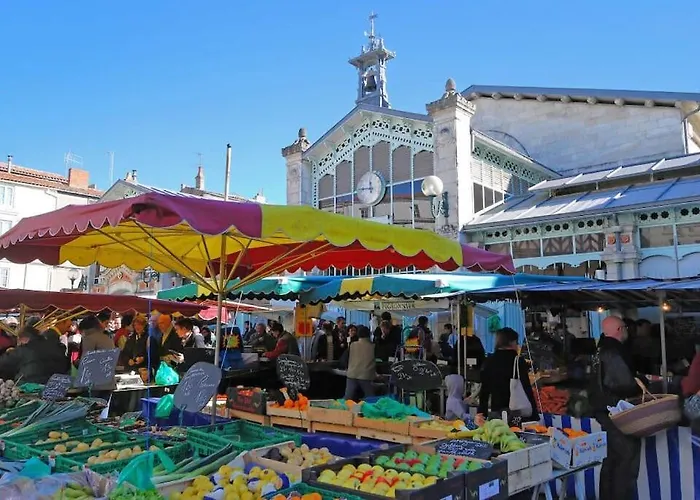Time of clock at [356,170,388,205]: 11:43
